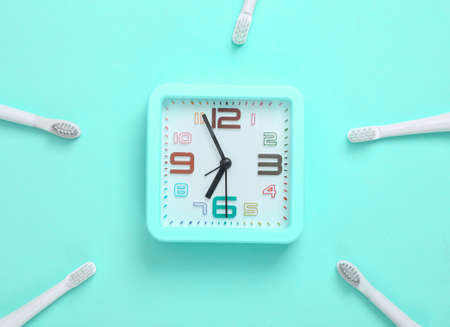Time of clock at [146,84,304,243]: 6:55
